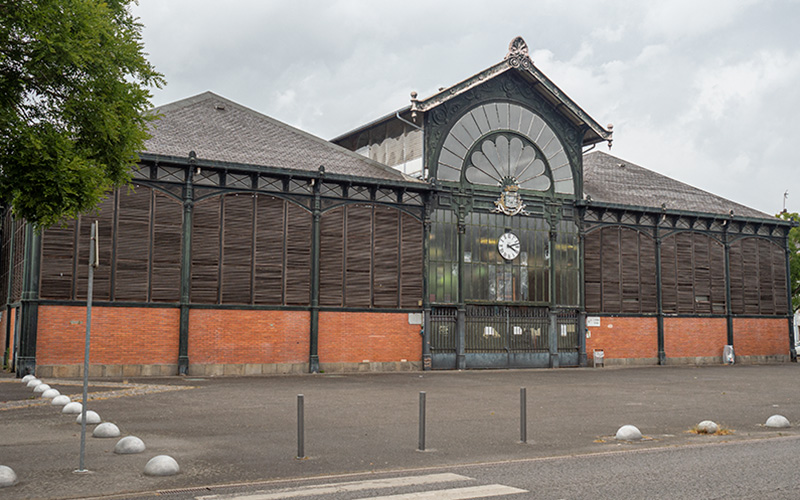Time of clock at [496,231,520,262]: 4:12
